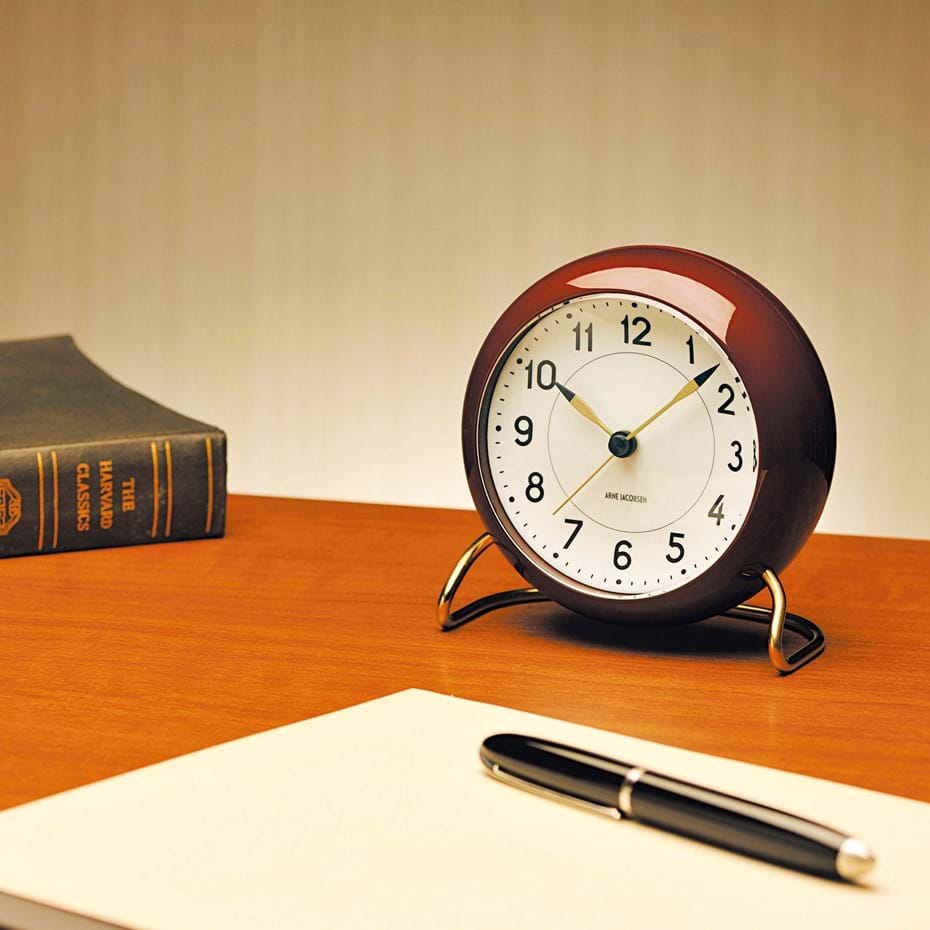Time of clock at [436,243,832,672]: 10:07
